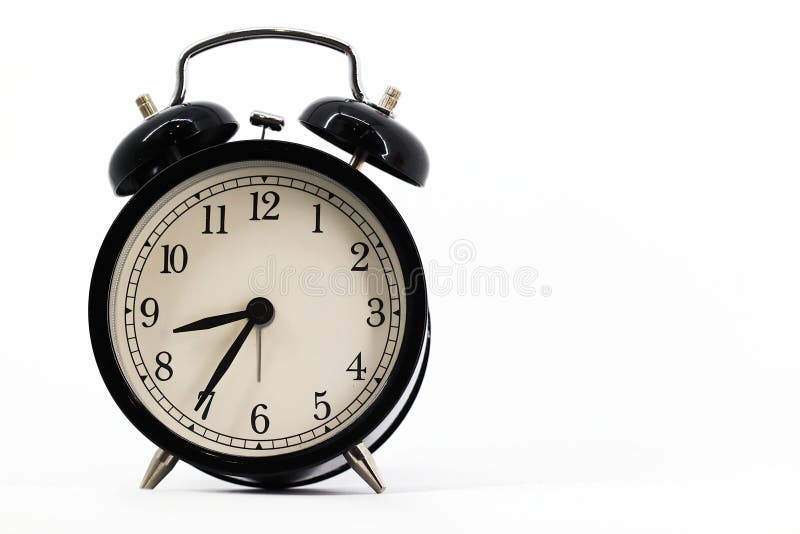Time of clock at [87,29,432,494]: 8:35
